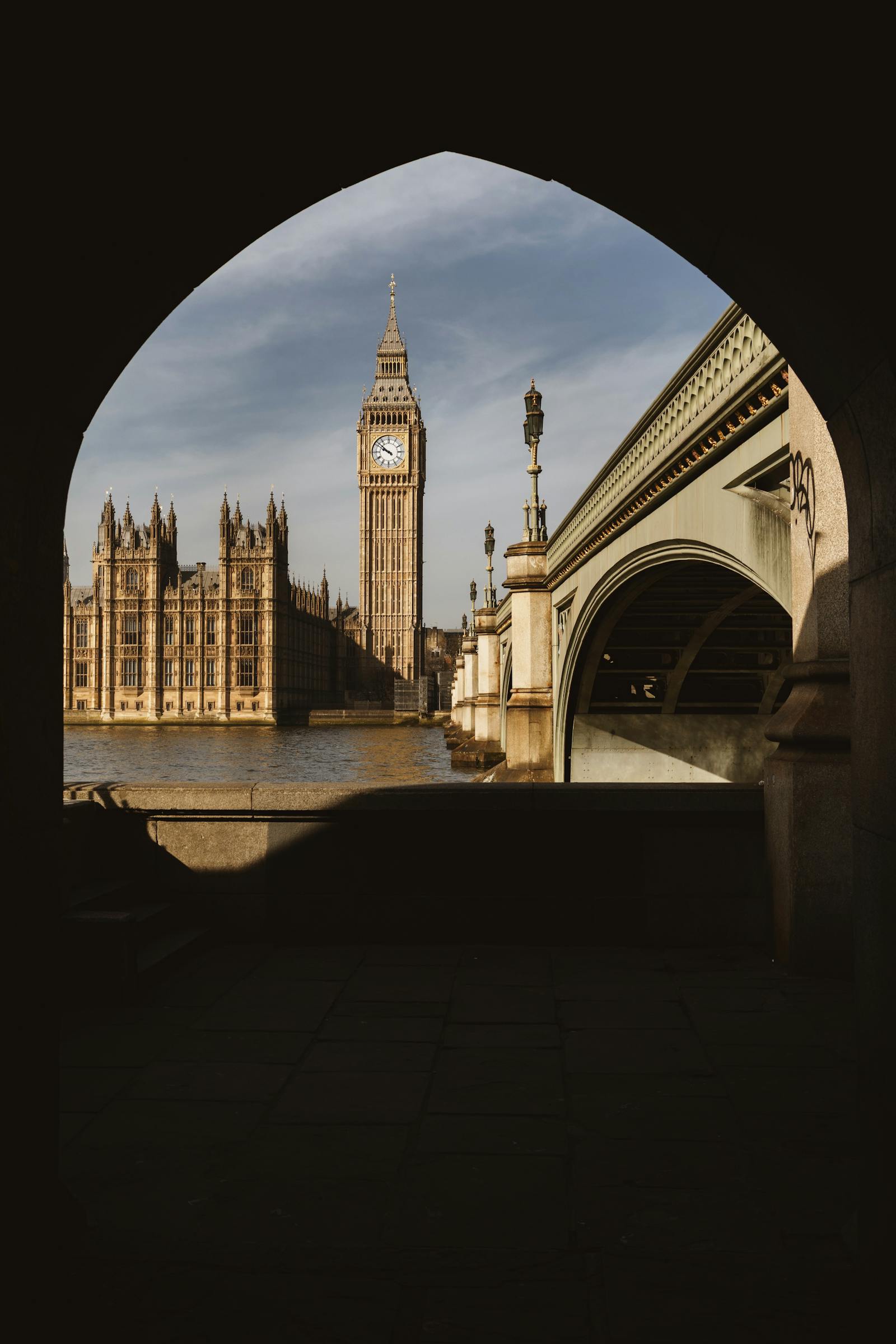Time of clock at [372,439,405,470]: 9:51
